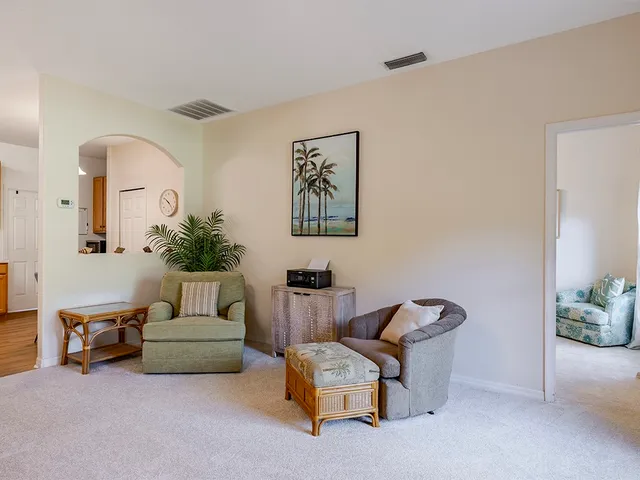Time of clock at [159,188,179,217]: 10:22
